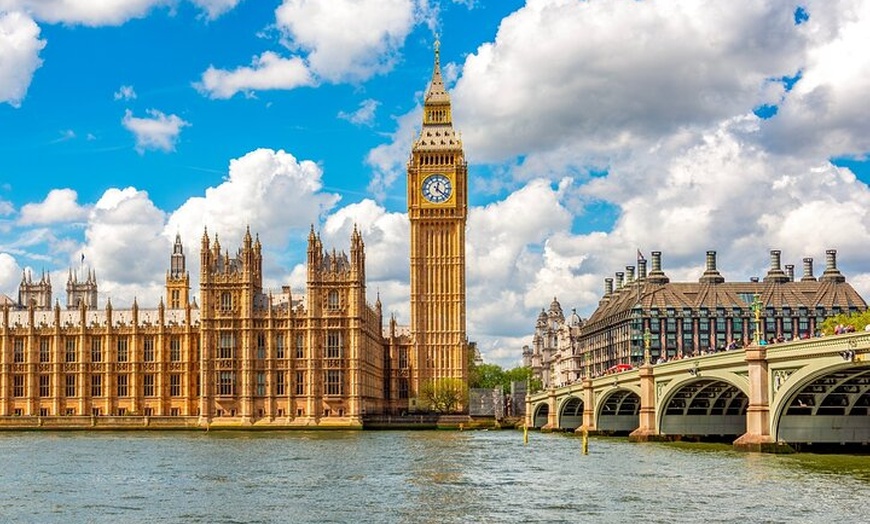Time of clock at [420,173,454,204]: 12:22
